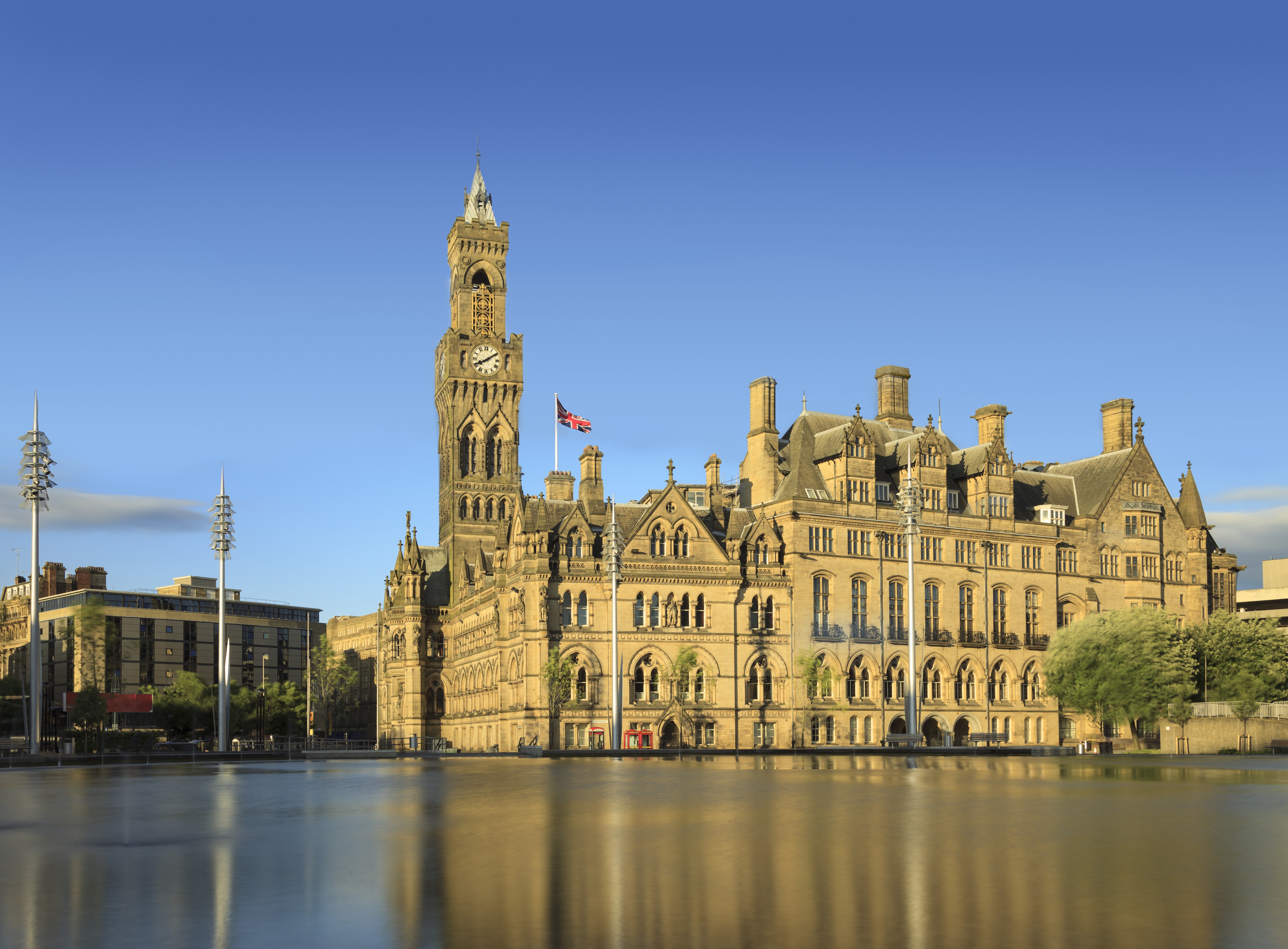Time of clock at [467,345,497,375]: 8:09
